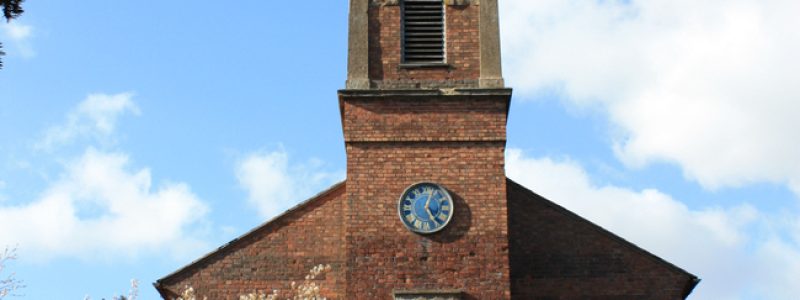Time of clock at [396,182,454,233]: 5:03
